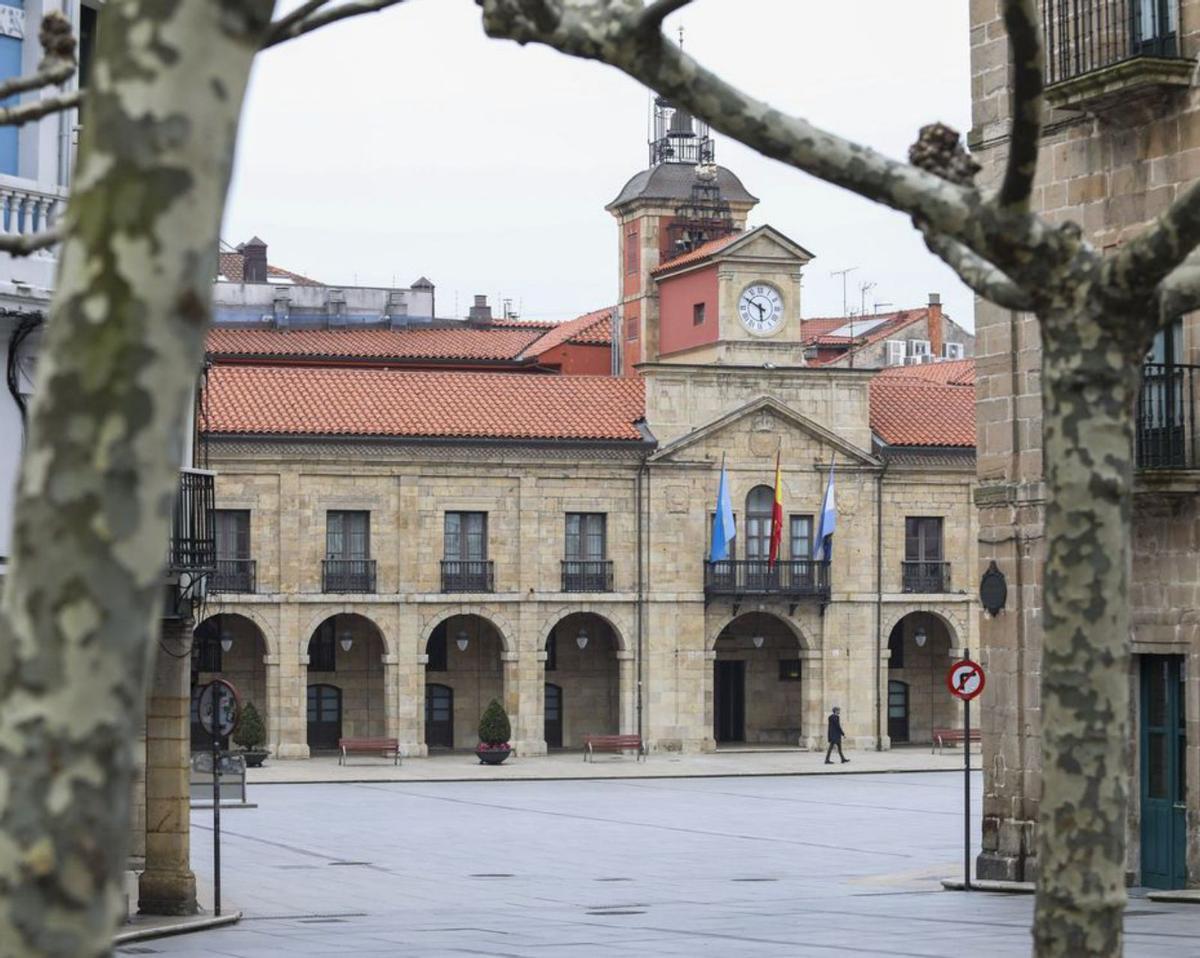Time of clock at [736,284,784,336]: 5:49
